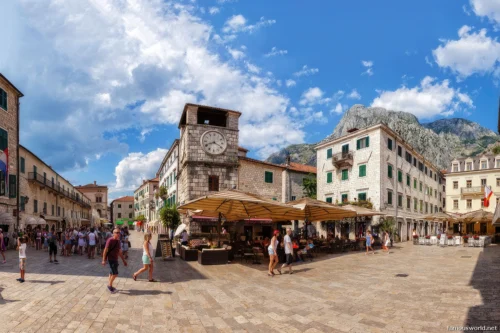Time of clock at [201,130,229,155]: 8:19
